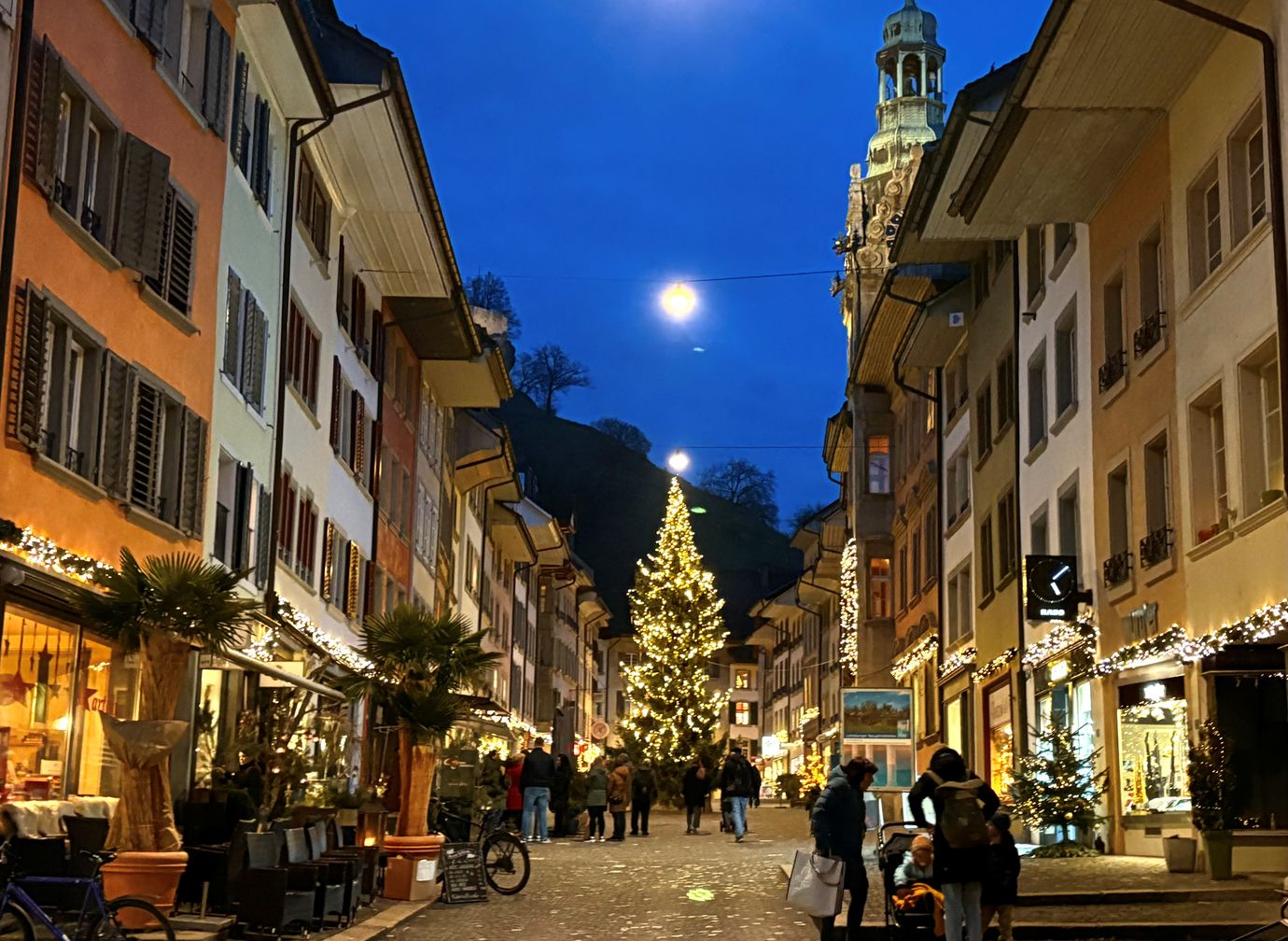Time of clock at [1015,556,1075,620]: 5:08
